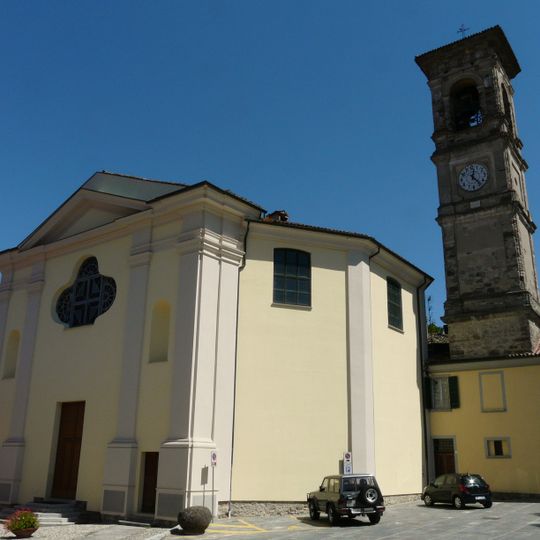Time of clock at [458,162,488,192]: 12:23
